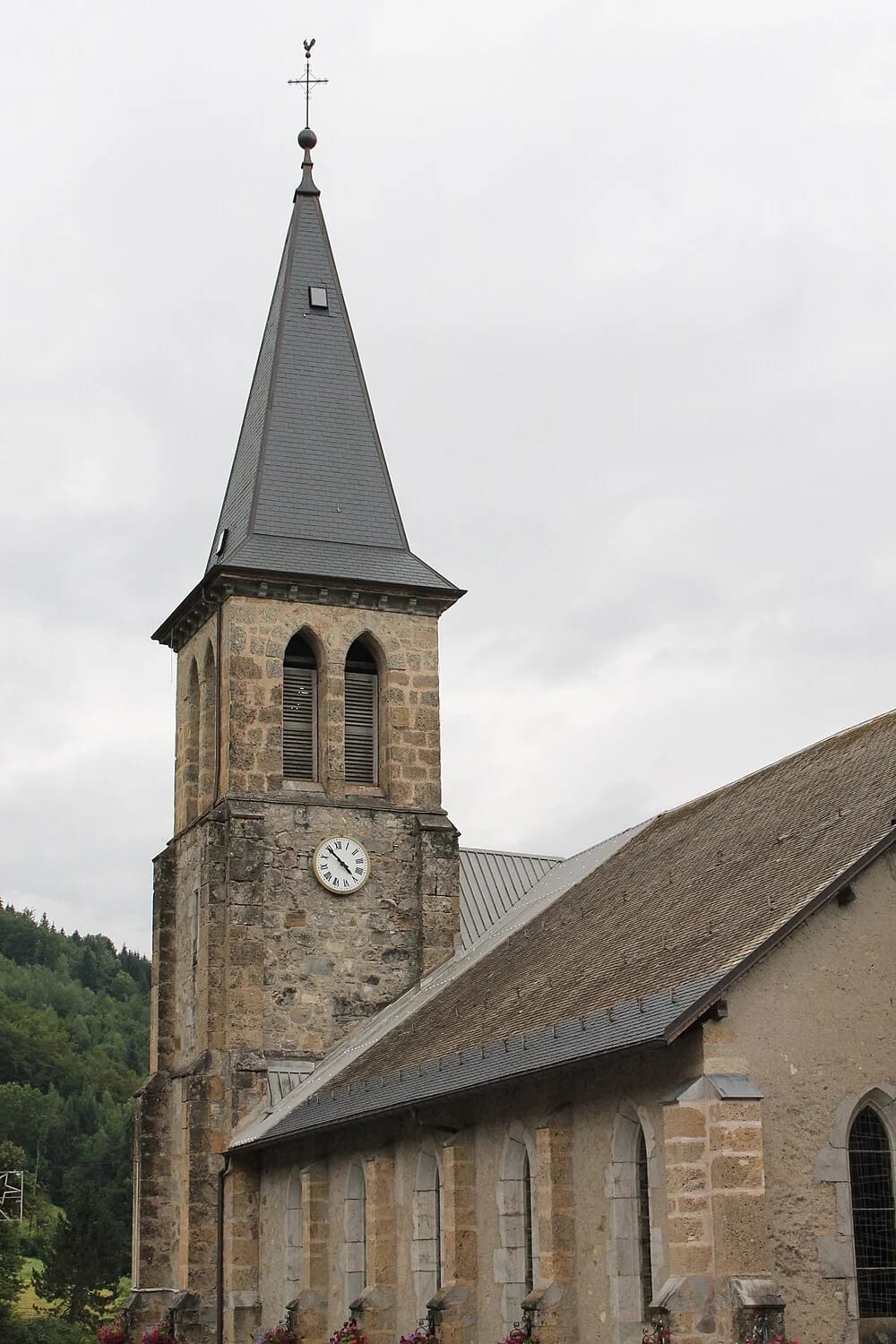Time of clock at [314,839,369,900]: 4:54
